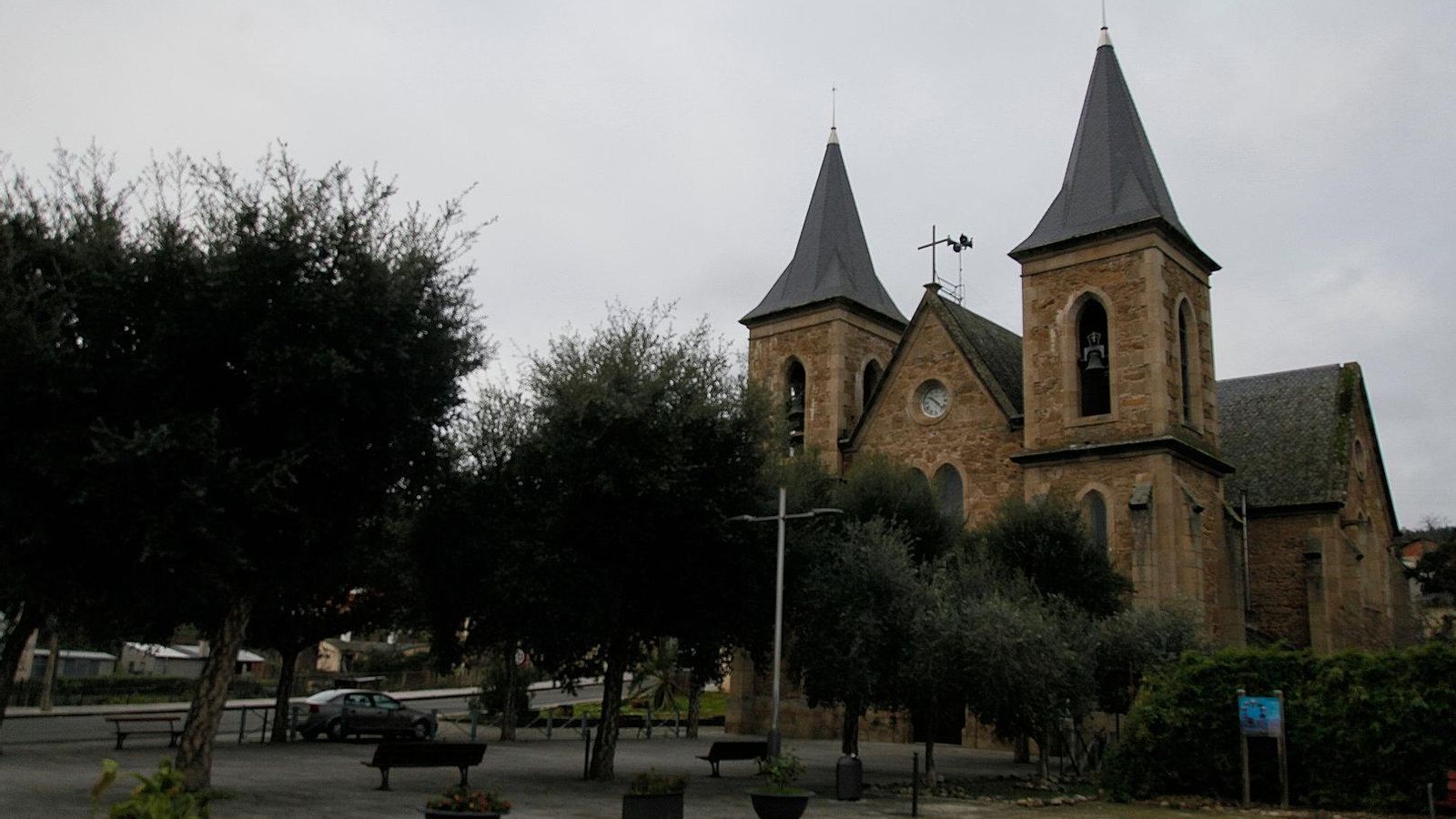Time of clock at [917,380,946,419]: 10:22
